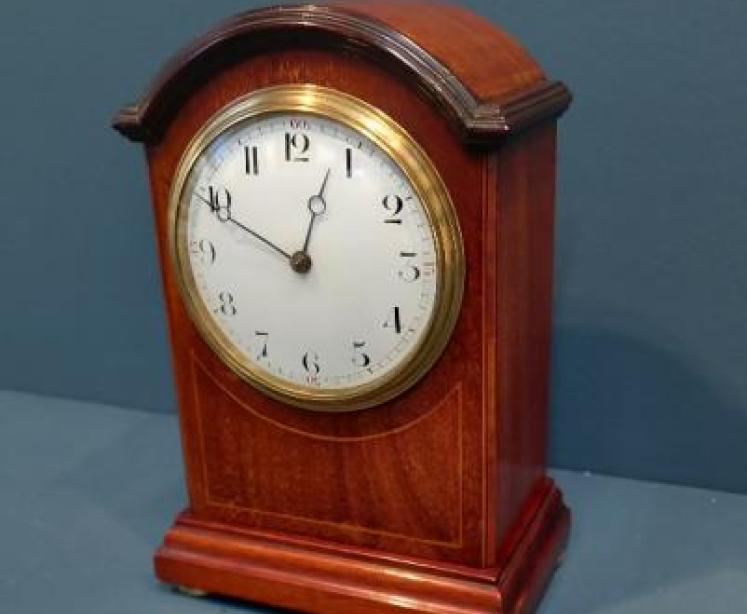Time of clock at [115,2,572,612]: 12:49
